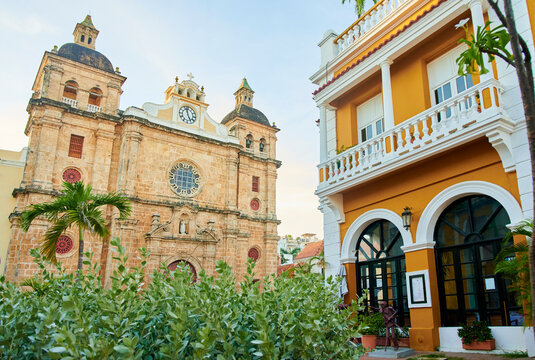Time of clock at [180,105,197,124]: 4:57
